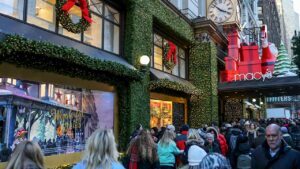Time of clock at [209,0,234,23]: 3:52
